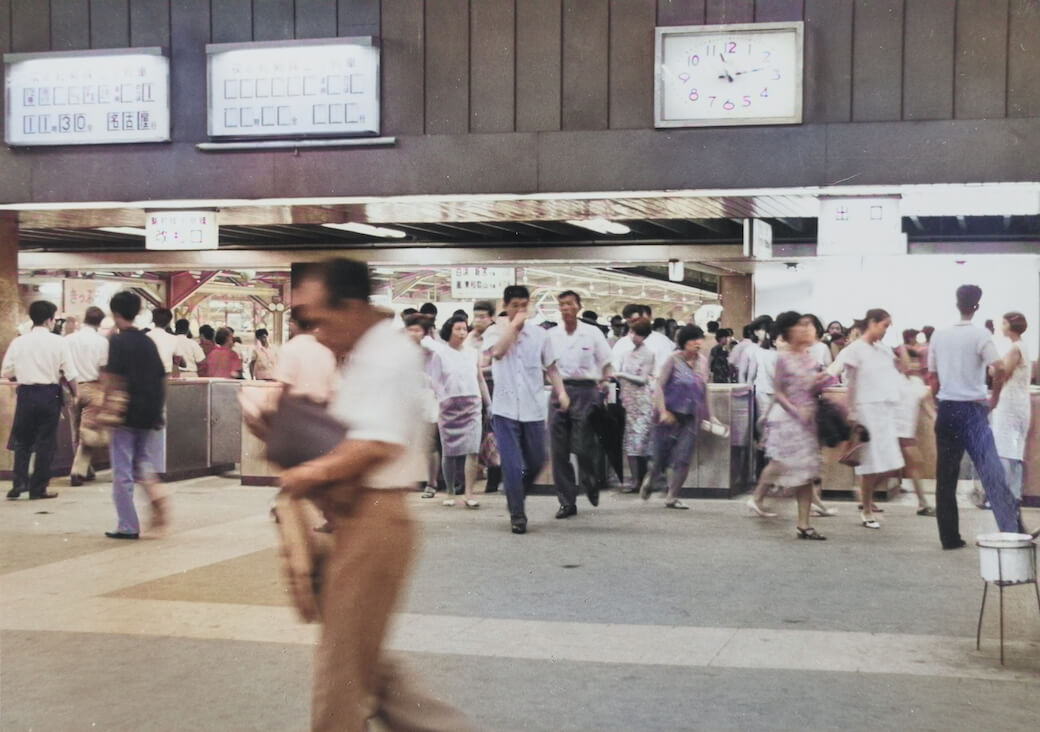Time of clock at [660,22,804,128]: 11:12
